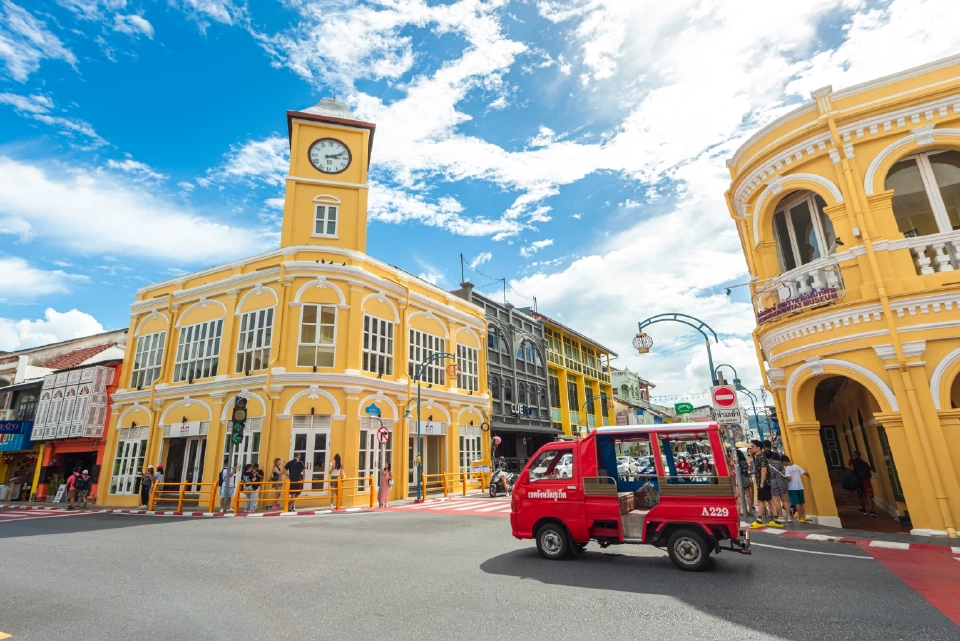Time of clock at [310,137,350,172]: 3:11
